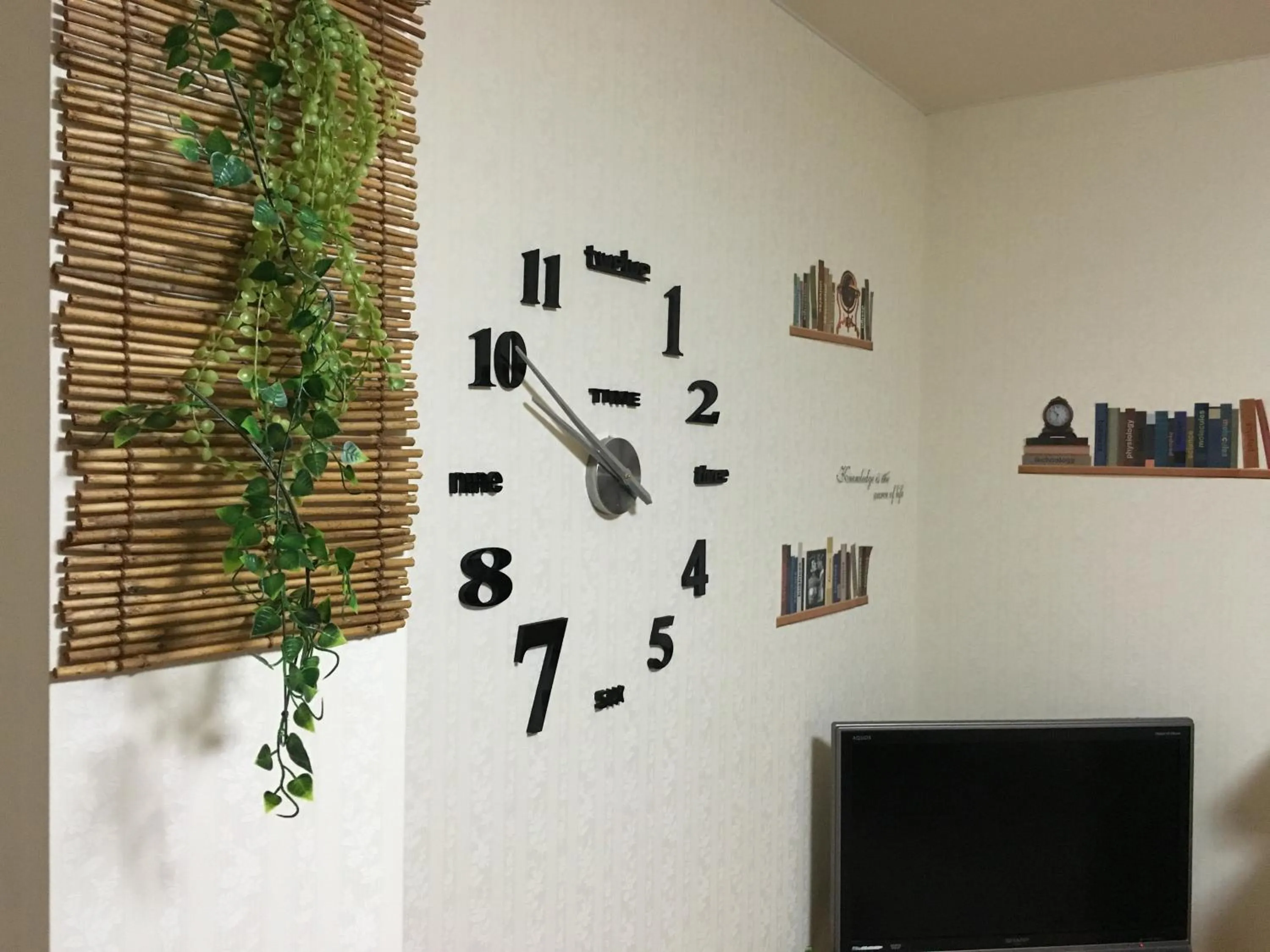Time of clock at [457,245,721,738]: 3:51
